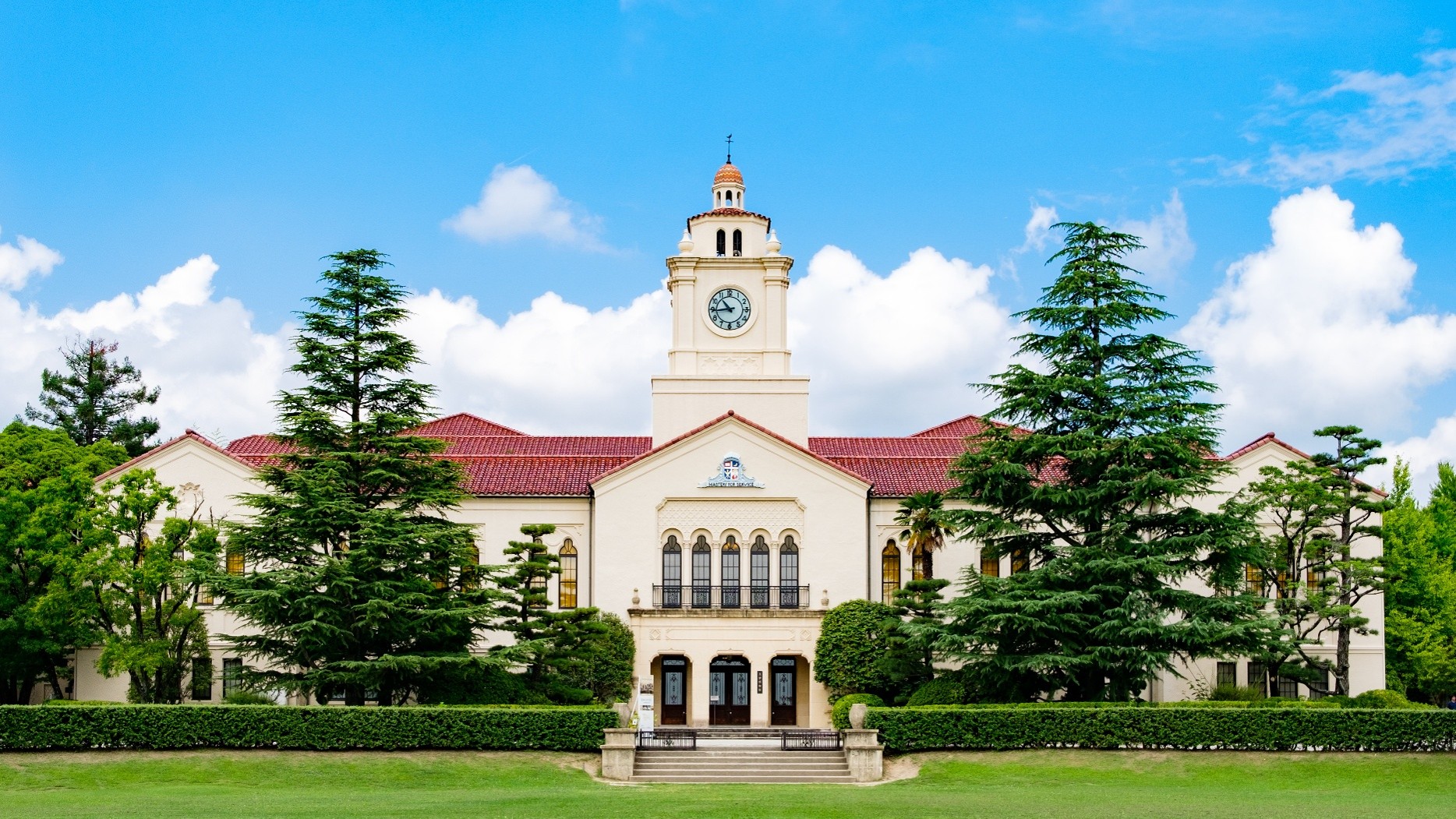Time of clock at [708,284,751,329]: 10:43
